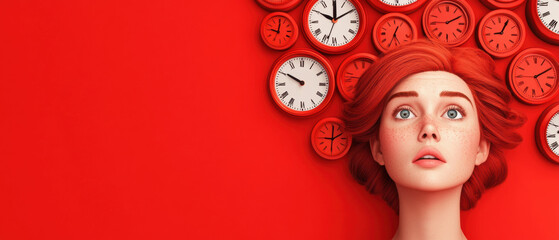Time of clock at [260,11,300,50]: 9:01
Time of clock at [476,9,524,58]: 9:05
